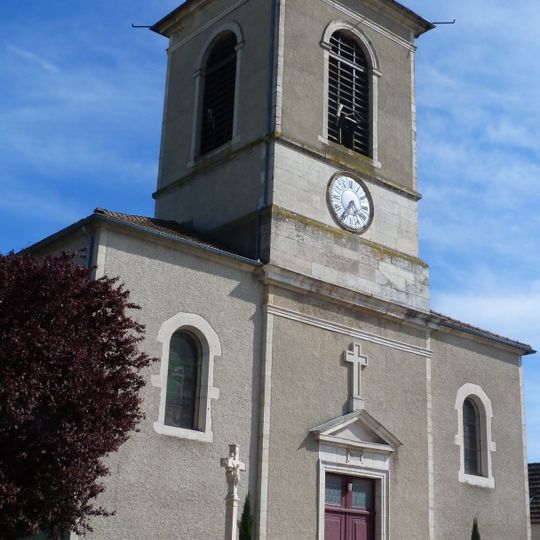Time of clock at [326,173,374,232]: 4:35
